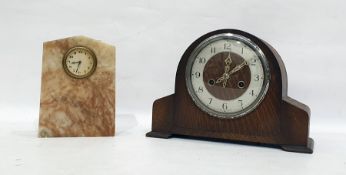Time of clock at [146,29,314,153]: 12:09
